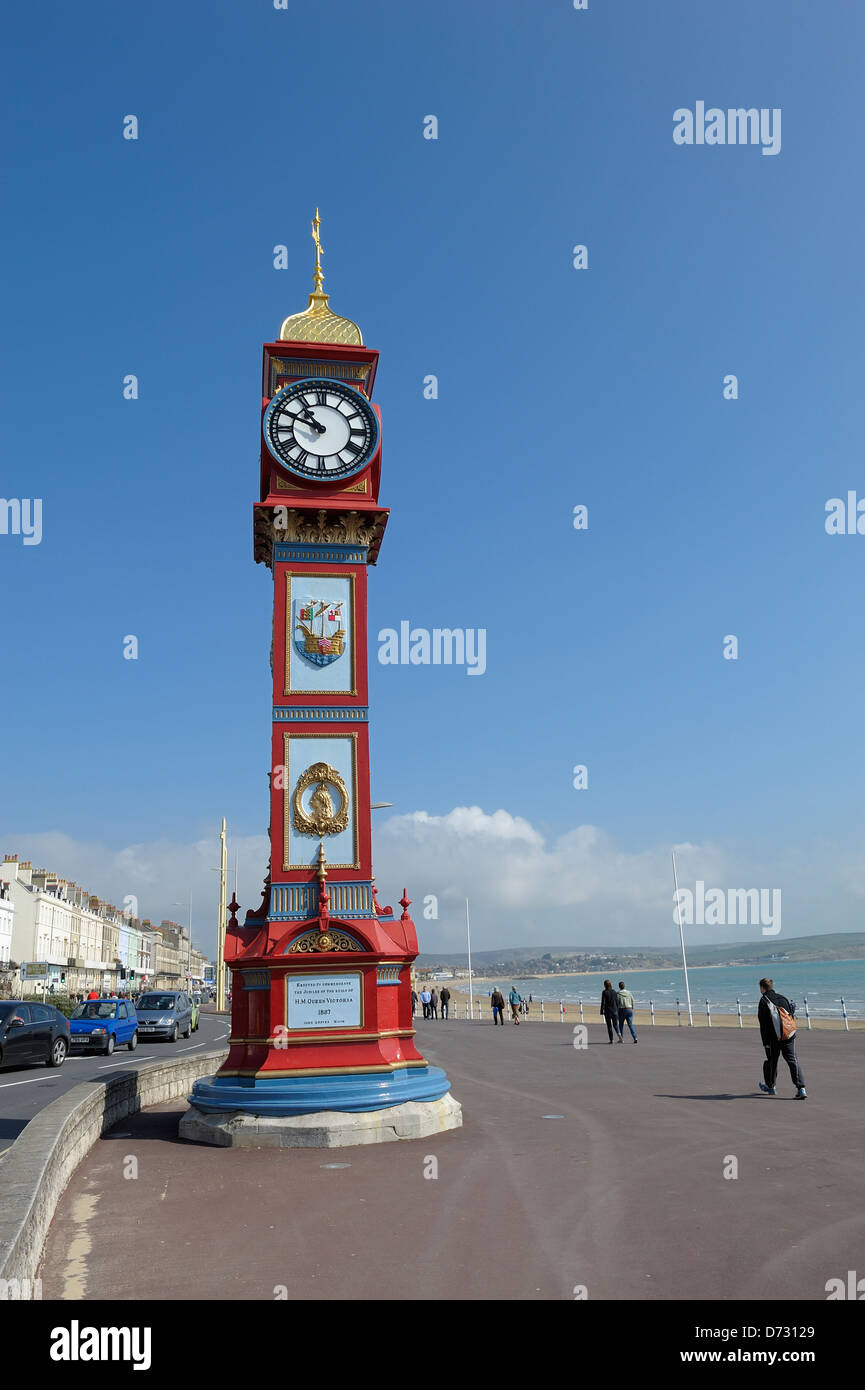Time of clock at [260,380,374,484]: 10:48
